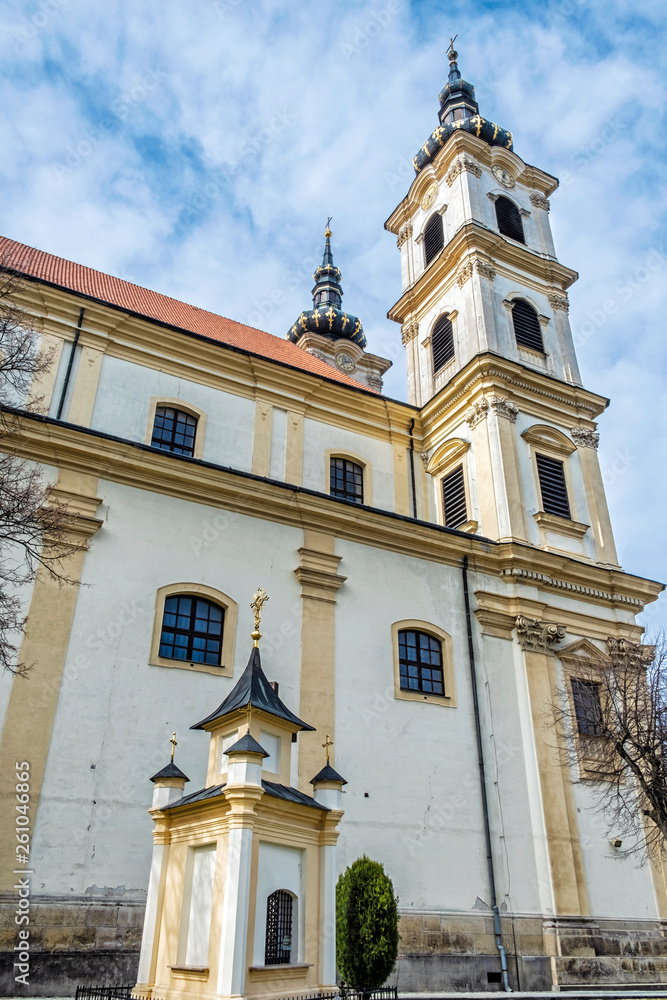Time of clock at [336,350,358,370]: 2:39
